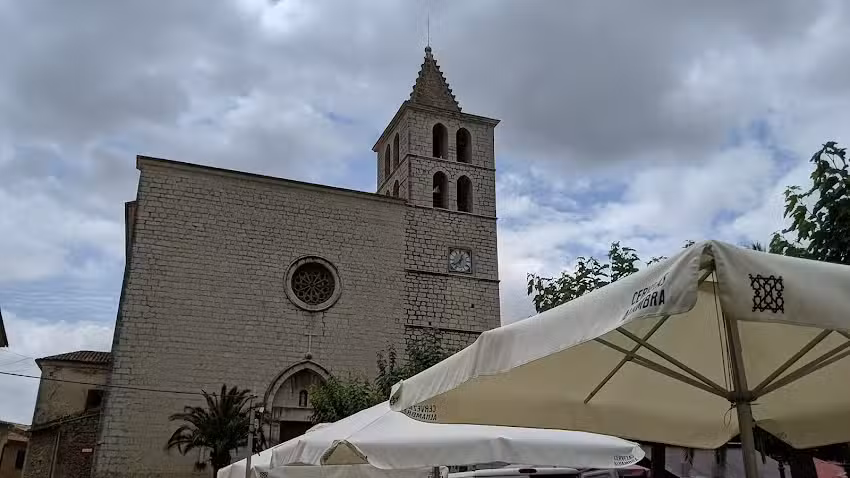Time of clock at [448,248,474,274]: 12:38
